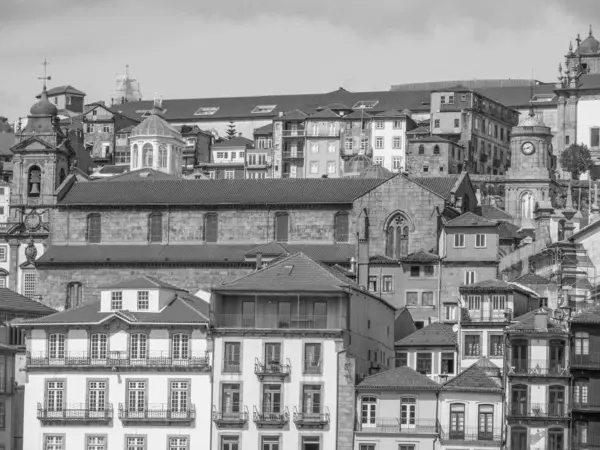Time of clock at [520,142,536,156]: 1:42
